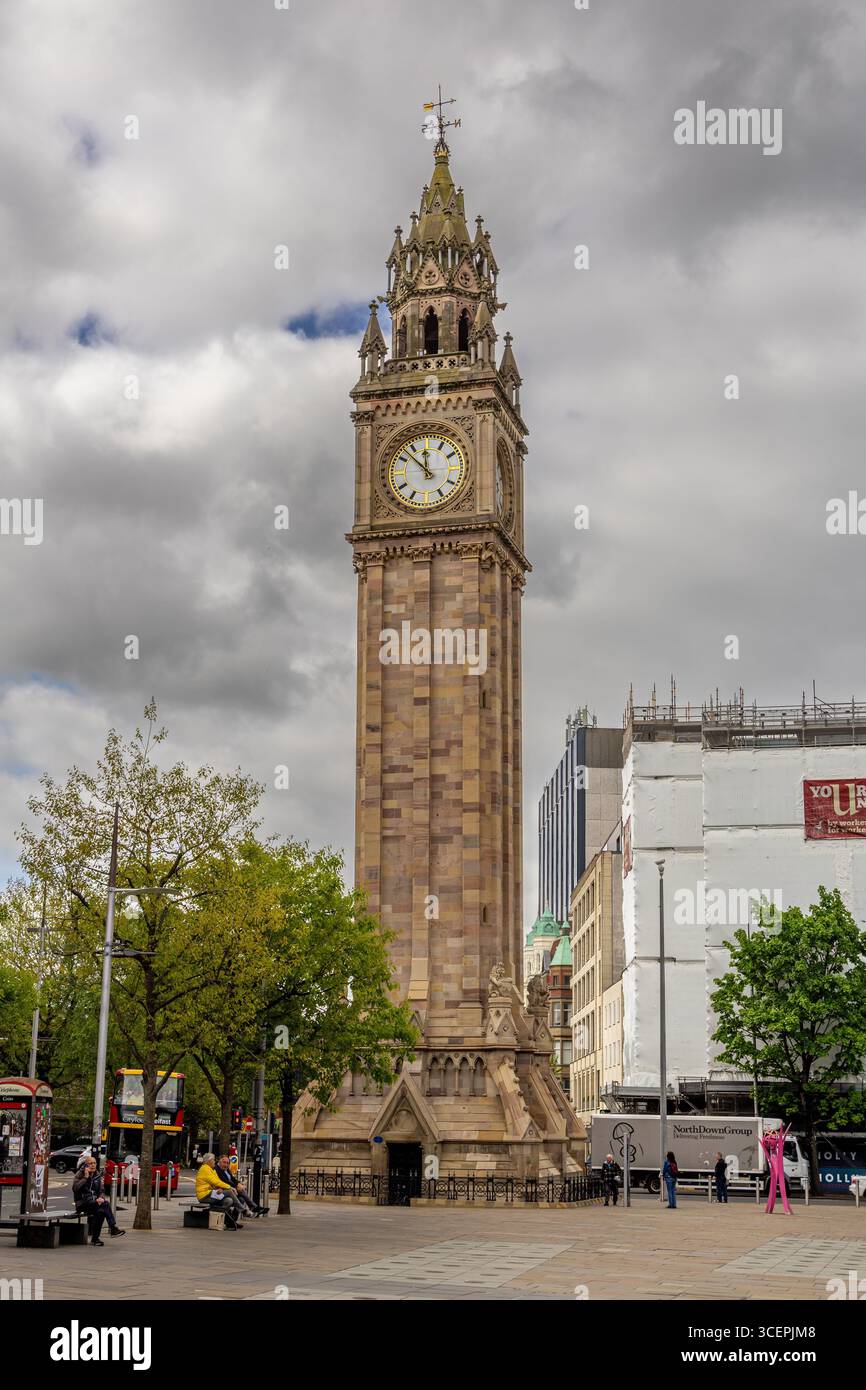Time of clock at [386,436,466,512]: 11:52
